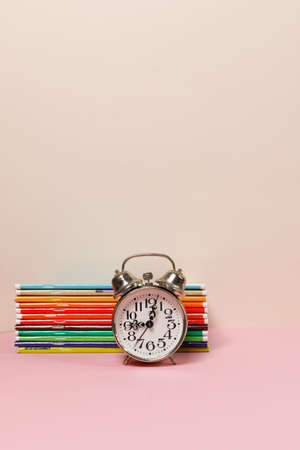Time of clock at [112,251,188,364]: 9:02
